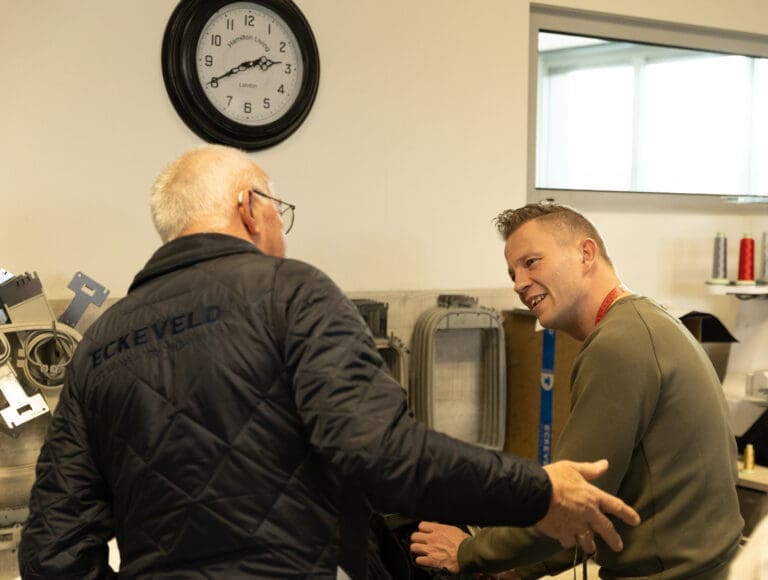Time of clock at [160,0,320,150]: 2:40
